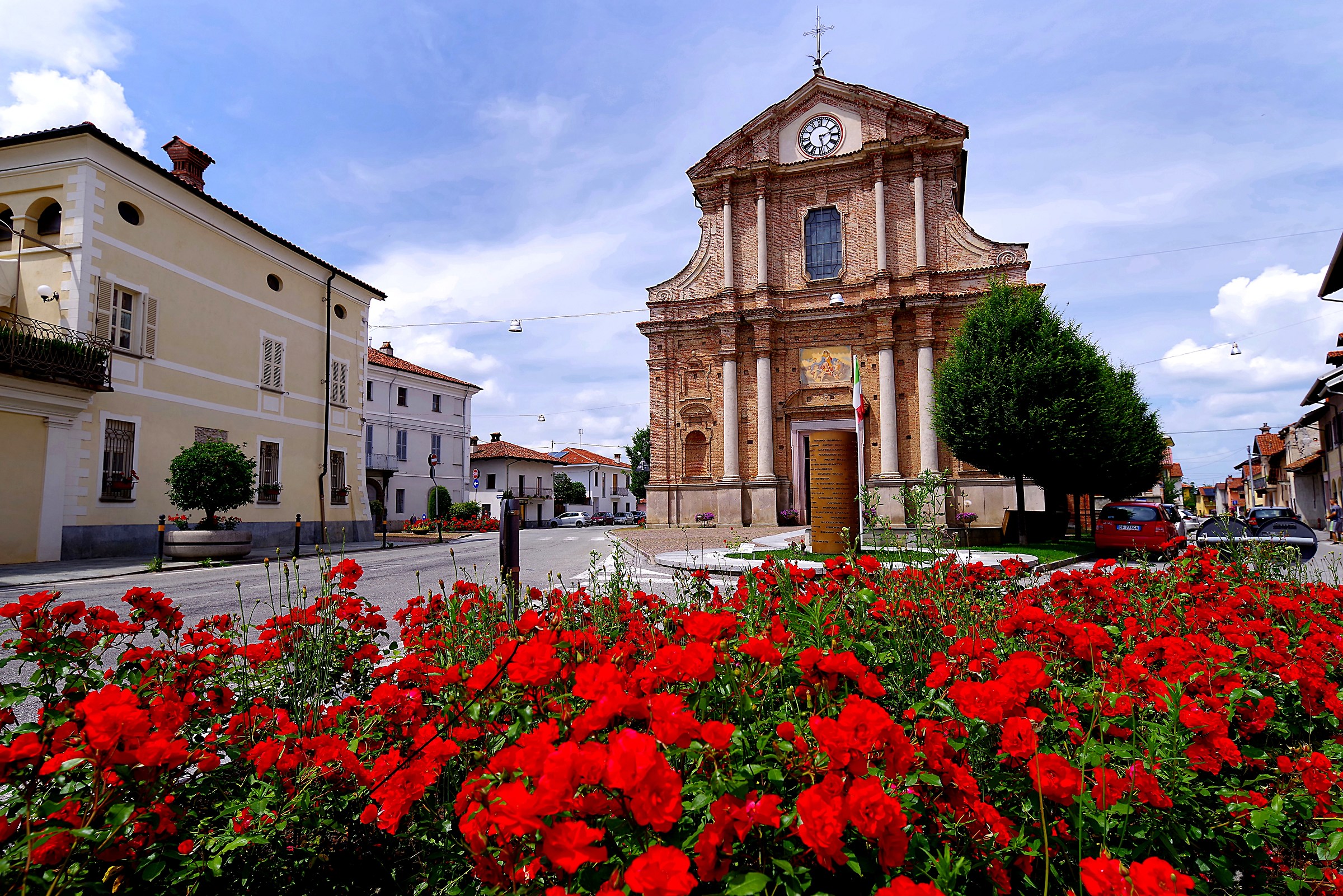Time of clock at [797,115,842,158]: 2:28
